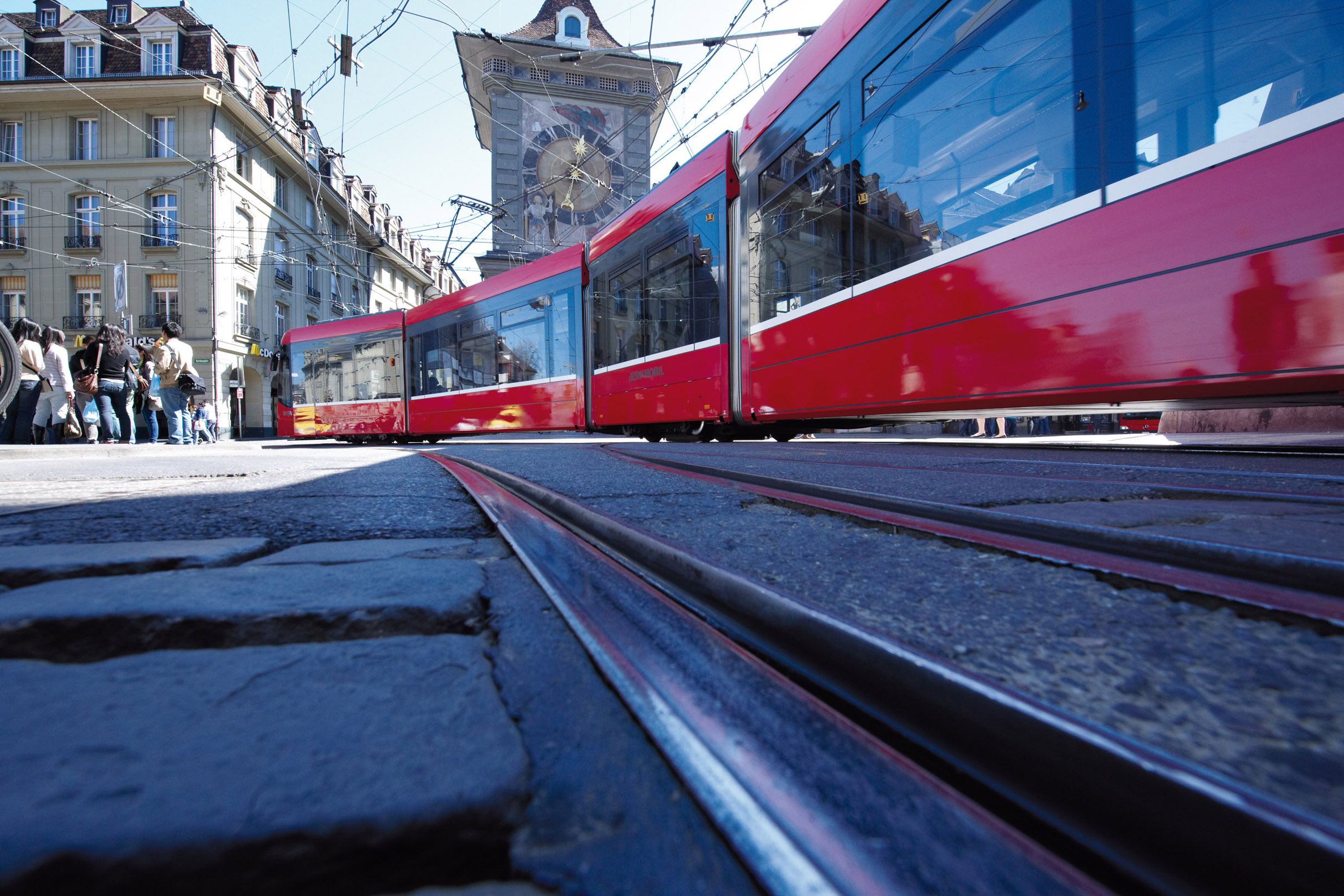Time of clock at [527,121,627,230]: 12:19
